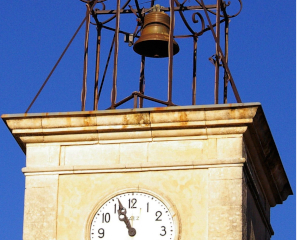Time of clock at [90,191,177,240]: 10:56
